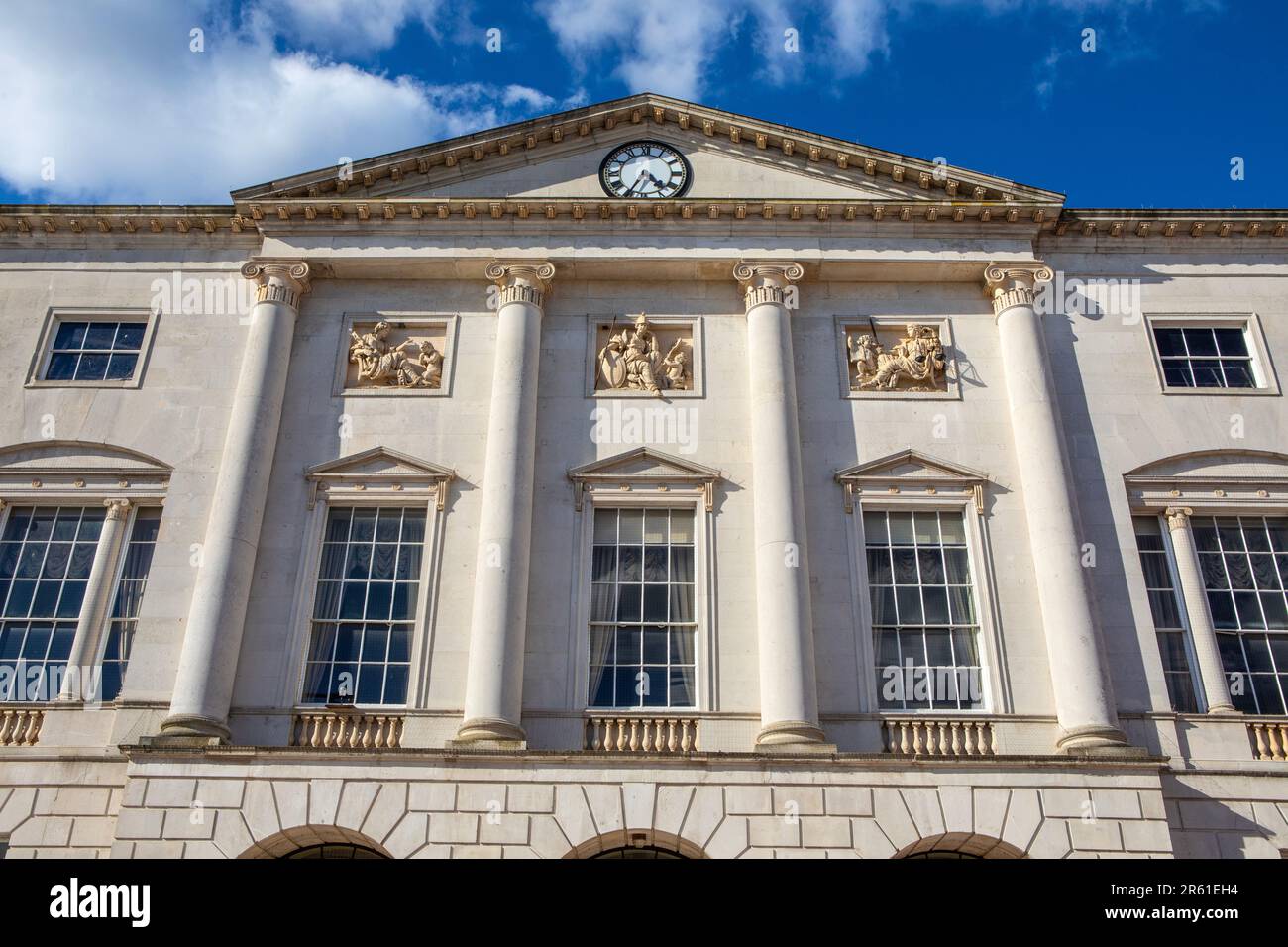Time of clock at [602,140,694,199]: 4:34
